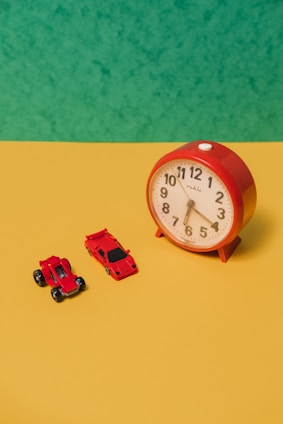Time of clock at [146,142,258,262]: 6:19
